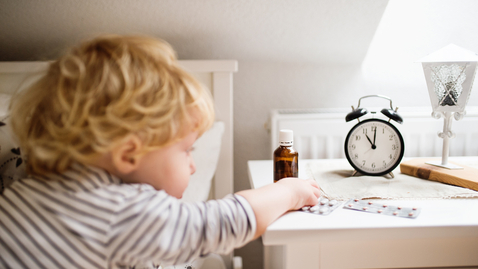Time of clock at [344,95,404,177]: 11:01
